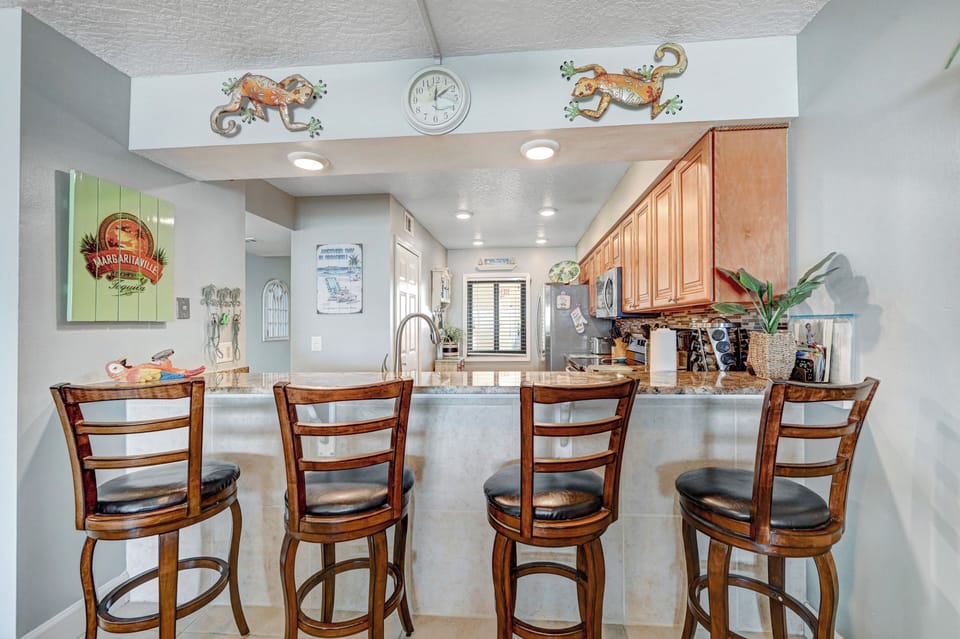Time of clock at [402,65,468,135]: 12:09
